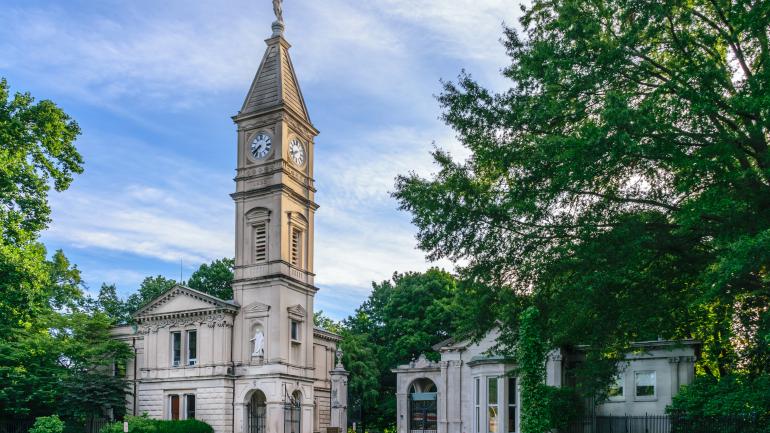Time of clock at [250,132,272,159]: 7:37
